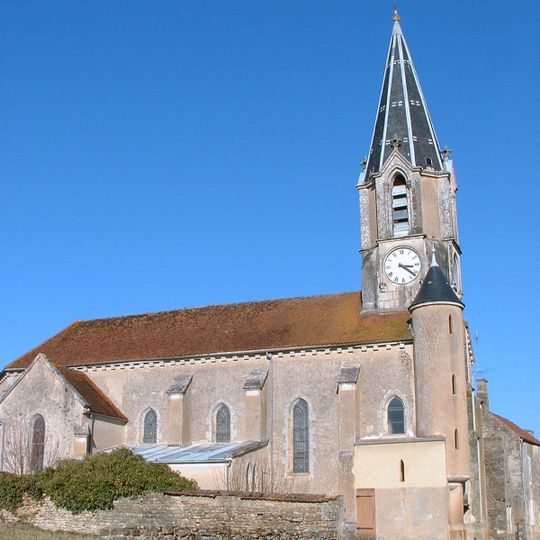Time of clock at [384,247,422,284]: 3:21
